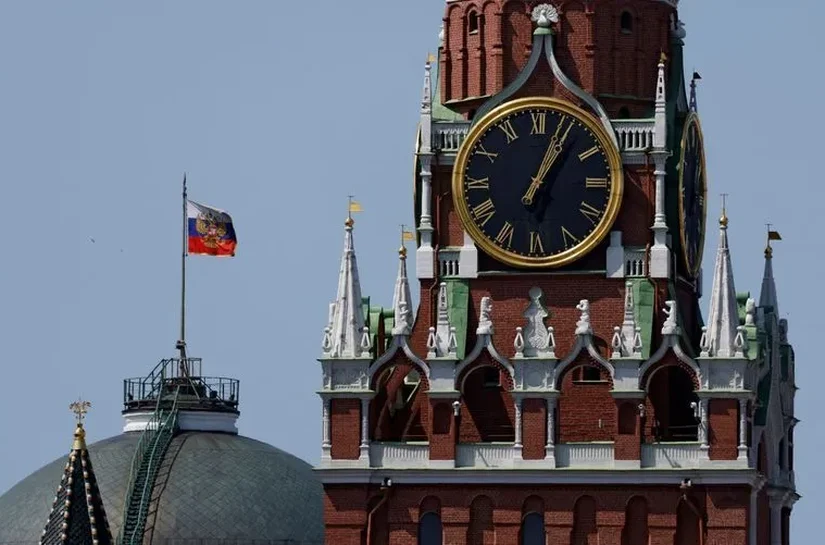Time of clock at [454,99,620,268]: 1:03
